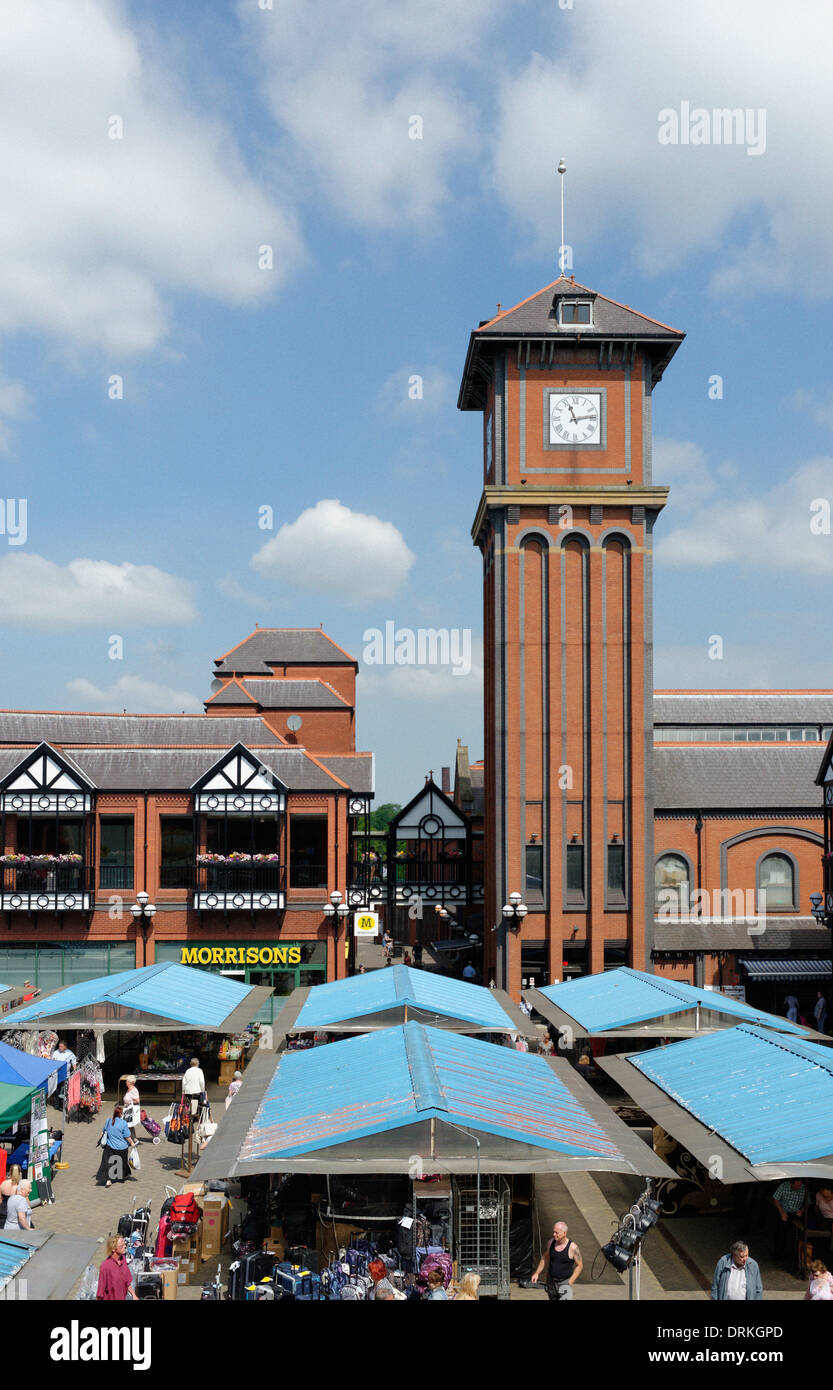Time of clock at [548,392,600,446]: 11:13
